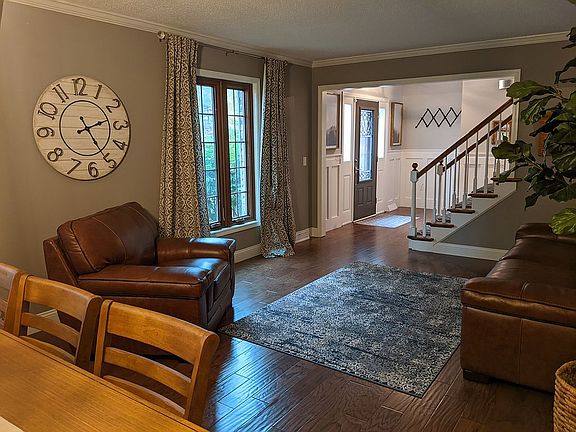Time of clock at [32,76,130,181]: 2:25
